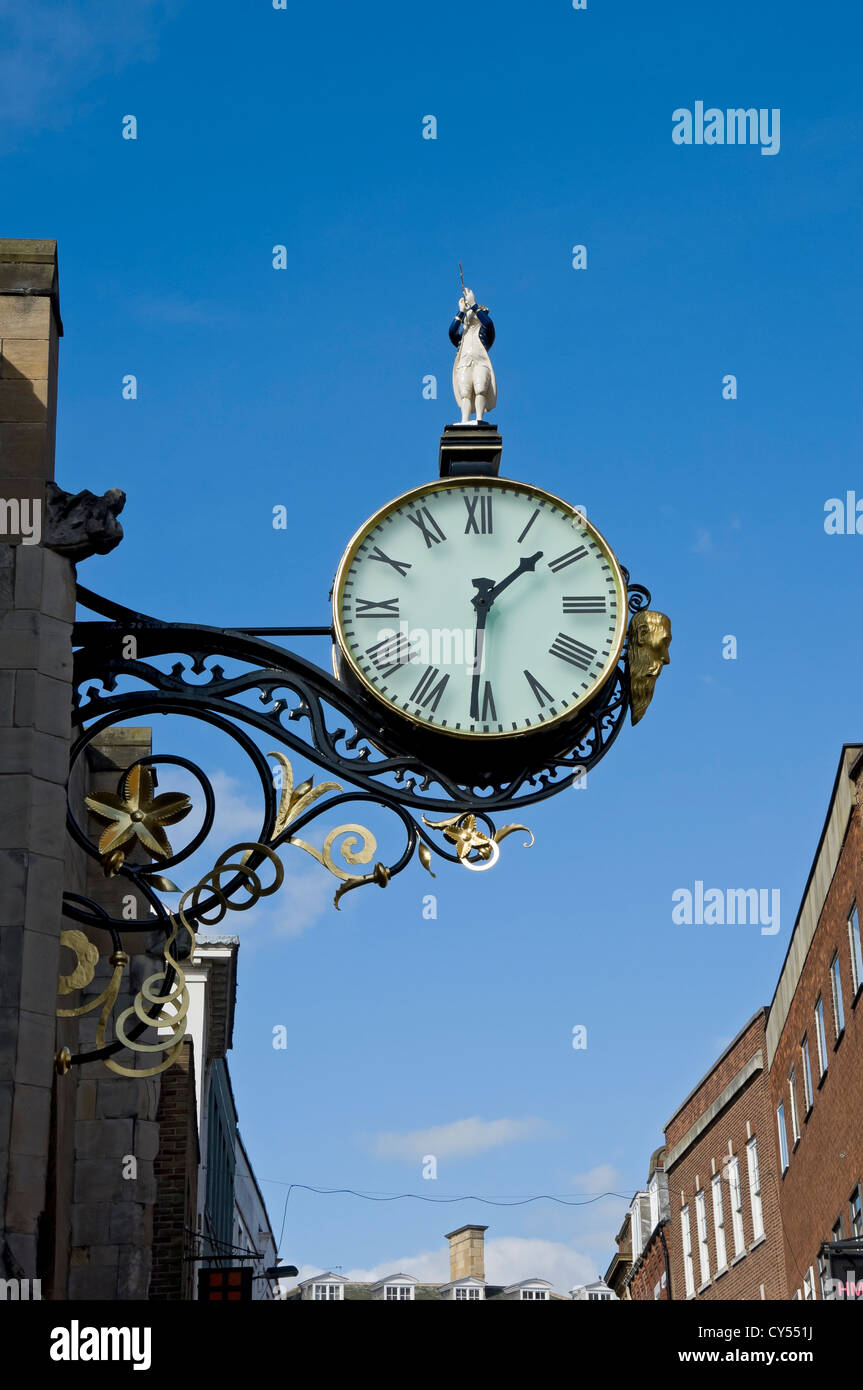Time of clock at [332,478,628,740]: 1:30
